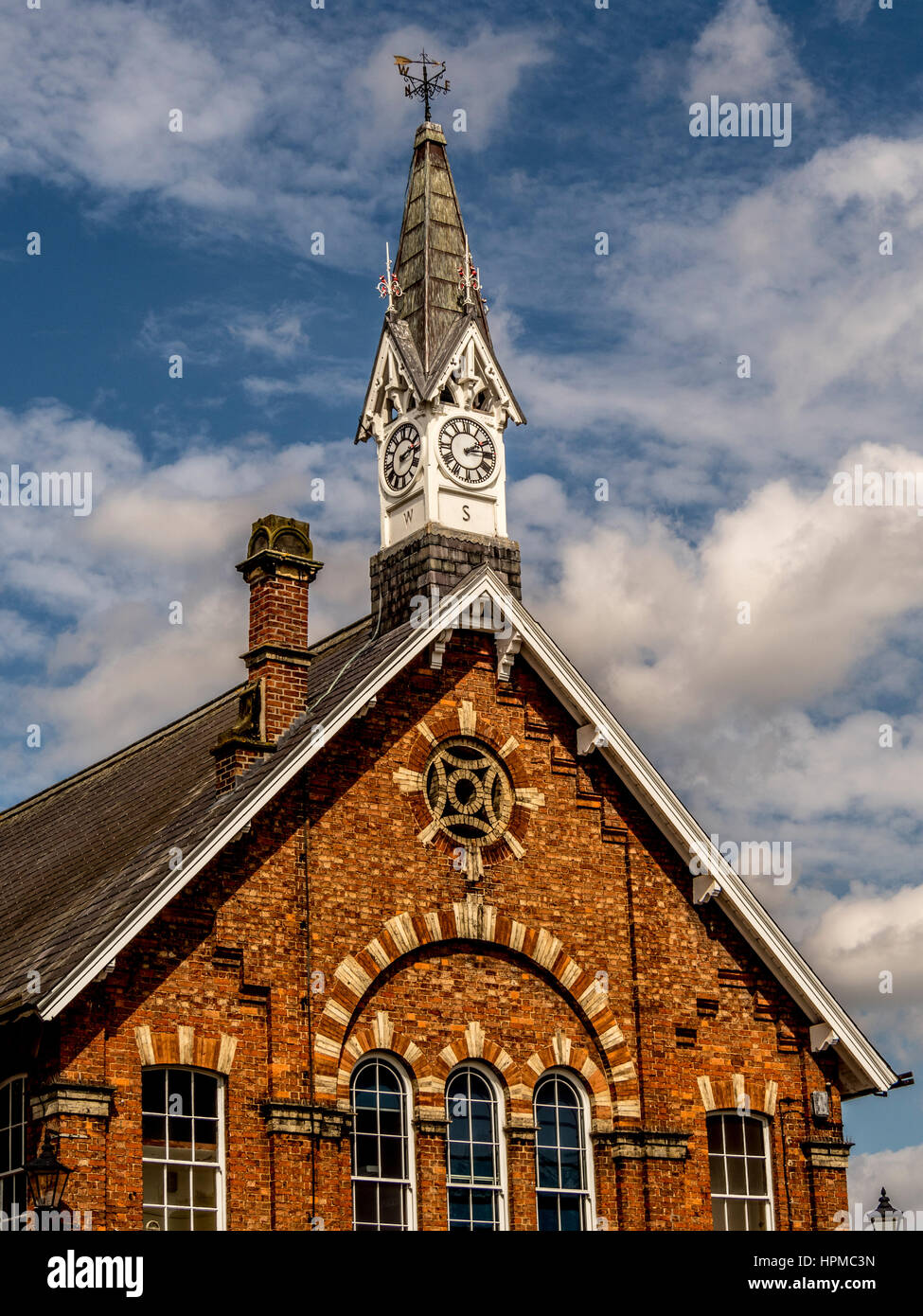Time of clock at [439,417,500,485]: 2:14
